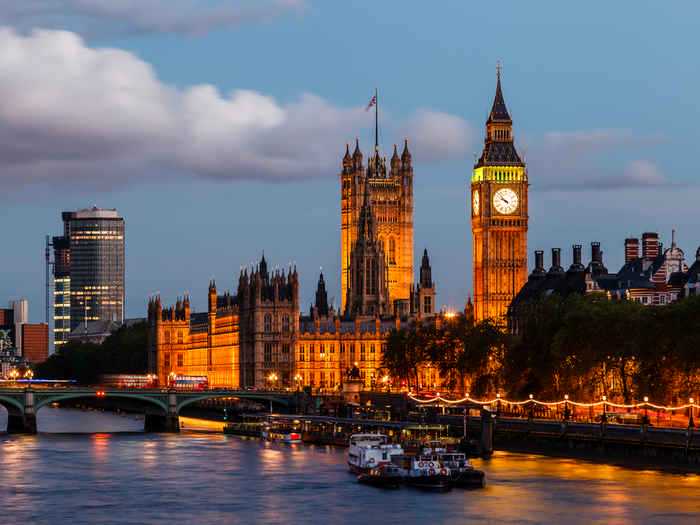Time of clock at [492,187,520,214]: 9:53
